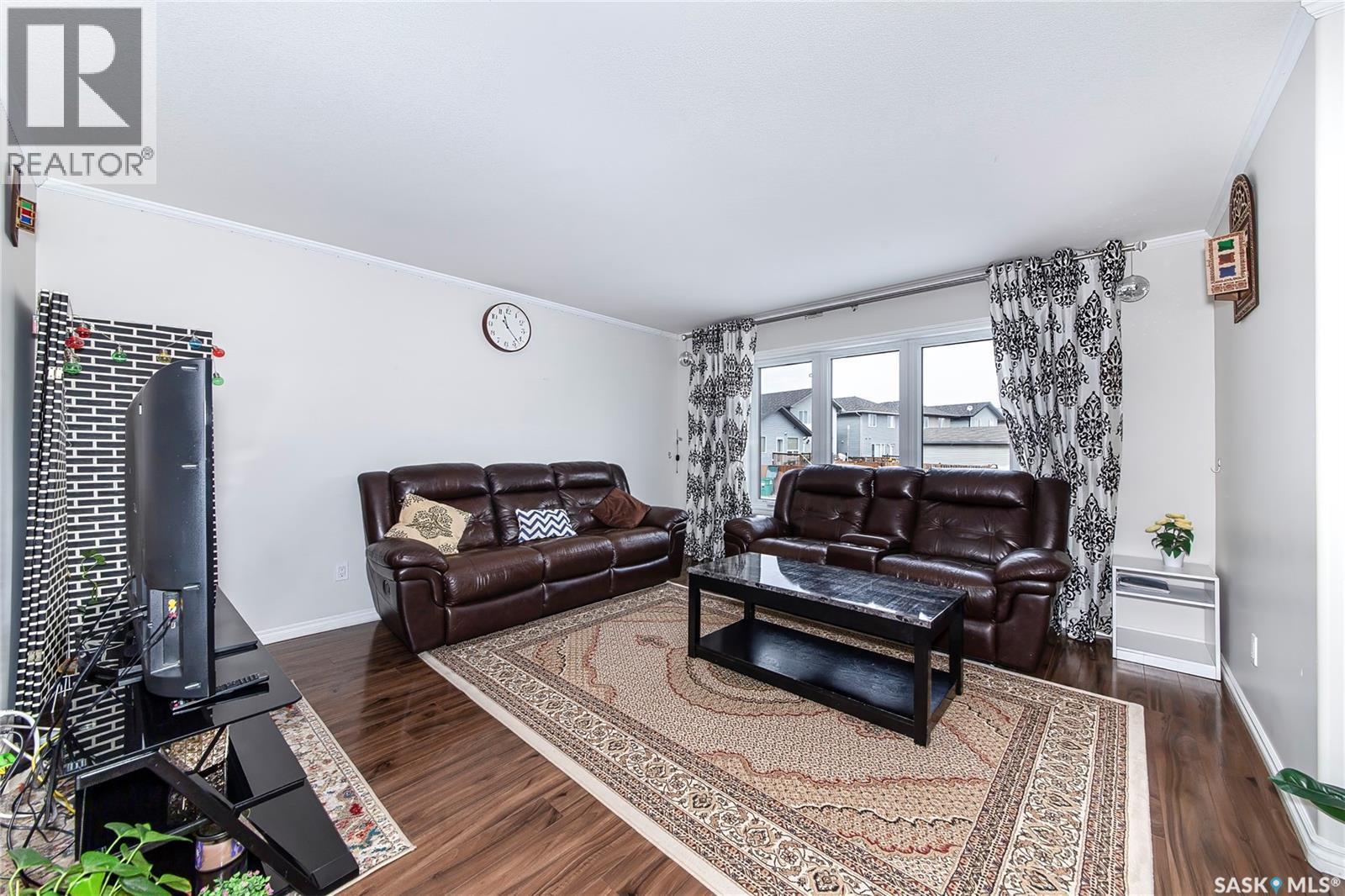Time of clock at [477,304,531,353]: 11:22
